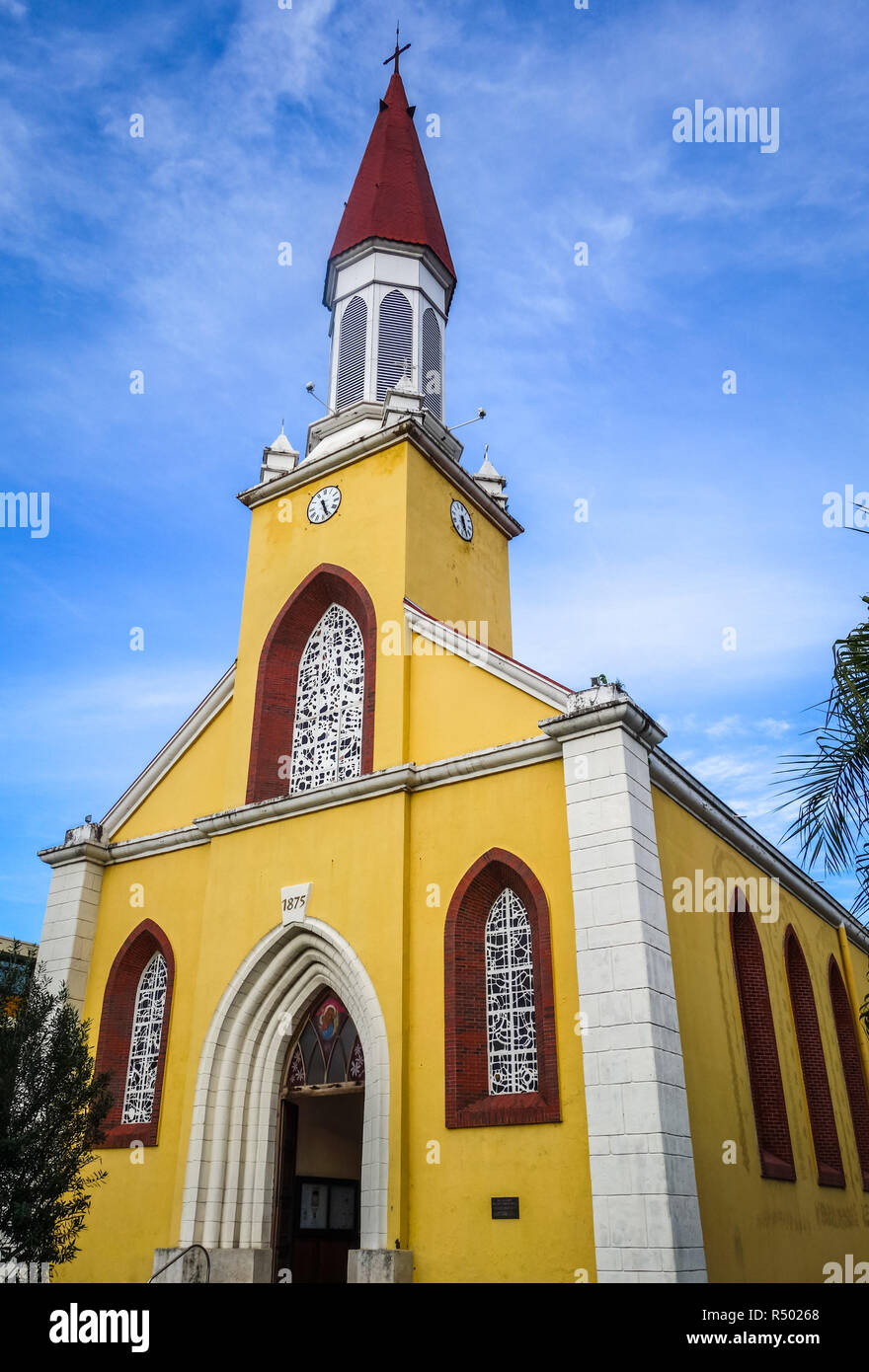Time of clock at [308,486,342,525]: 5:26
